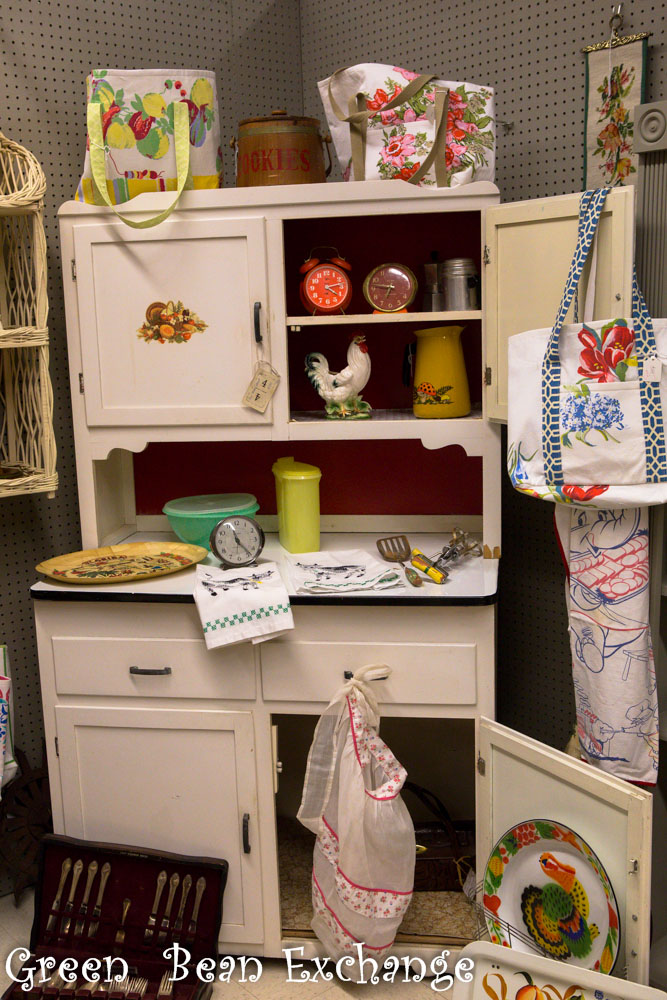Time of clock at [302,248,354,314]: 4:13
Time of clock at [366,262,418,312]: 6:46
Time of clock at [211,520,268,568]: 11:23
